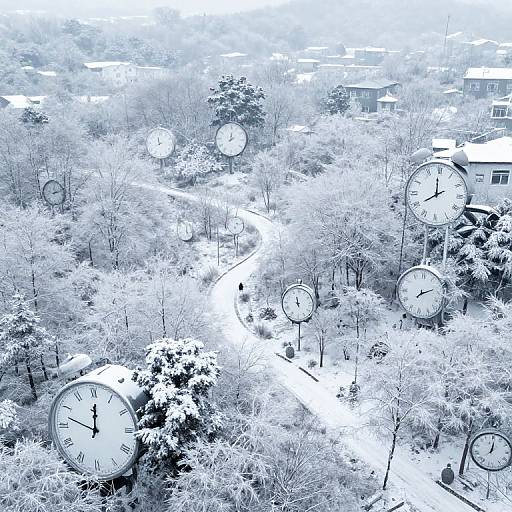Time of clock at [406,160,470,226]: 7:59
